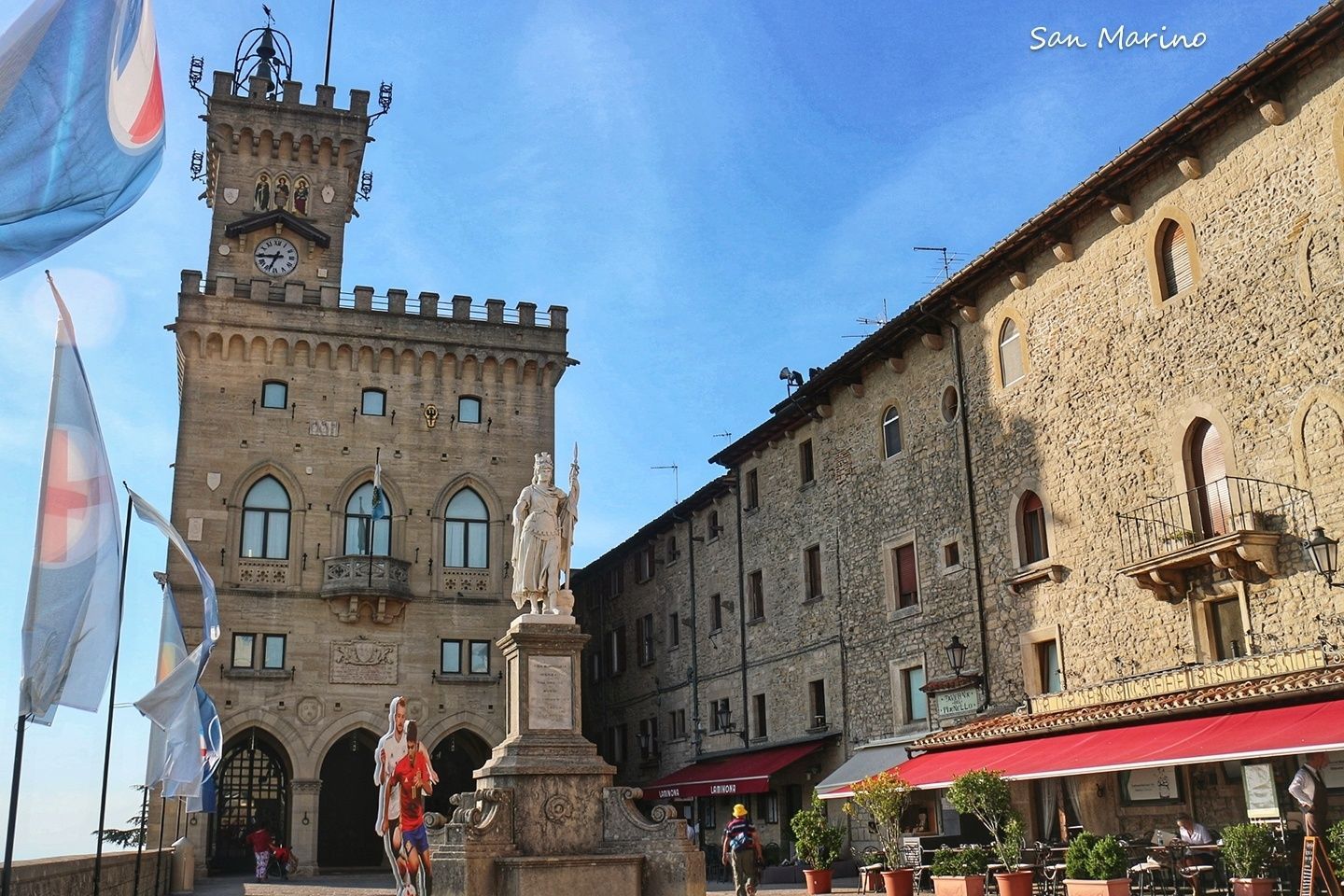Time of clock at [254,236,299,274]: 6:44
